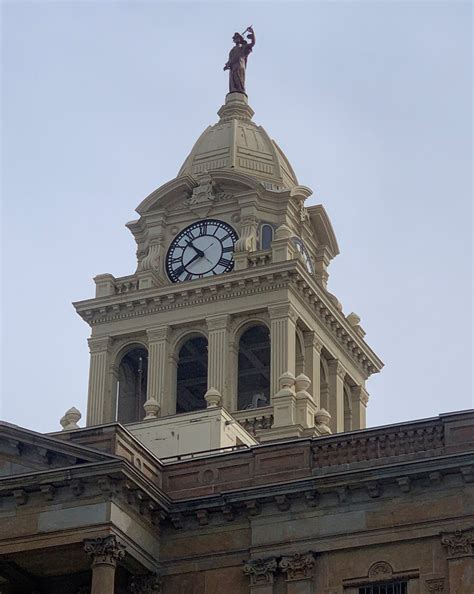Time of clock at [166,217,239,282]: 10:39
